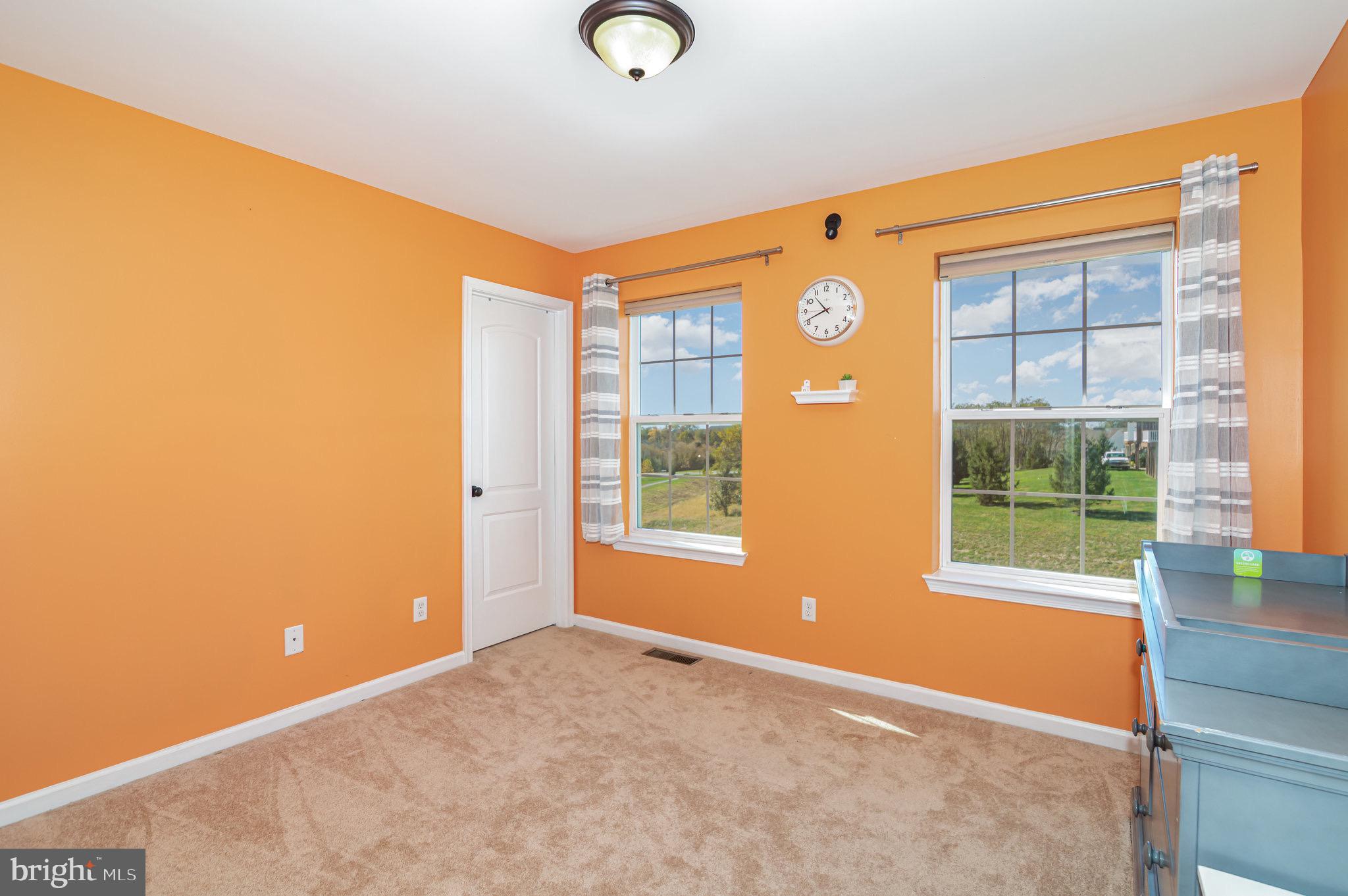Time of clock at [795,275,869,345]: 10:41
